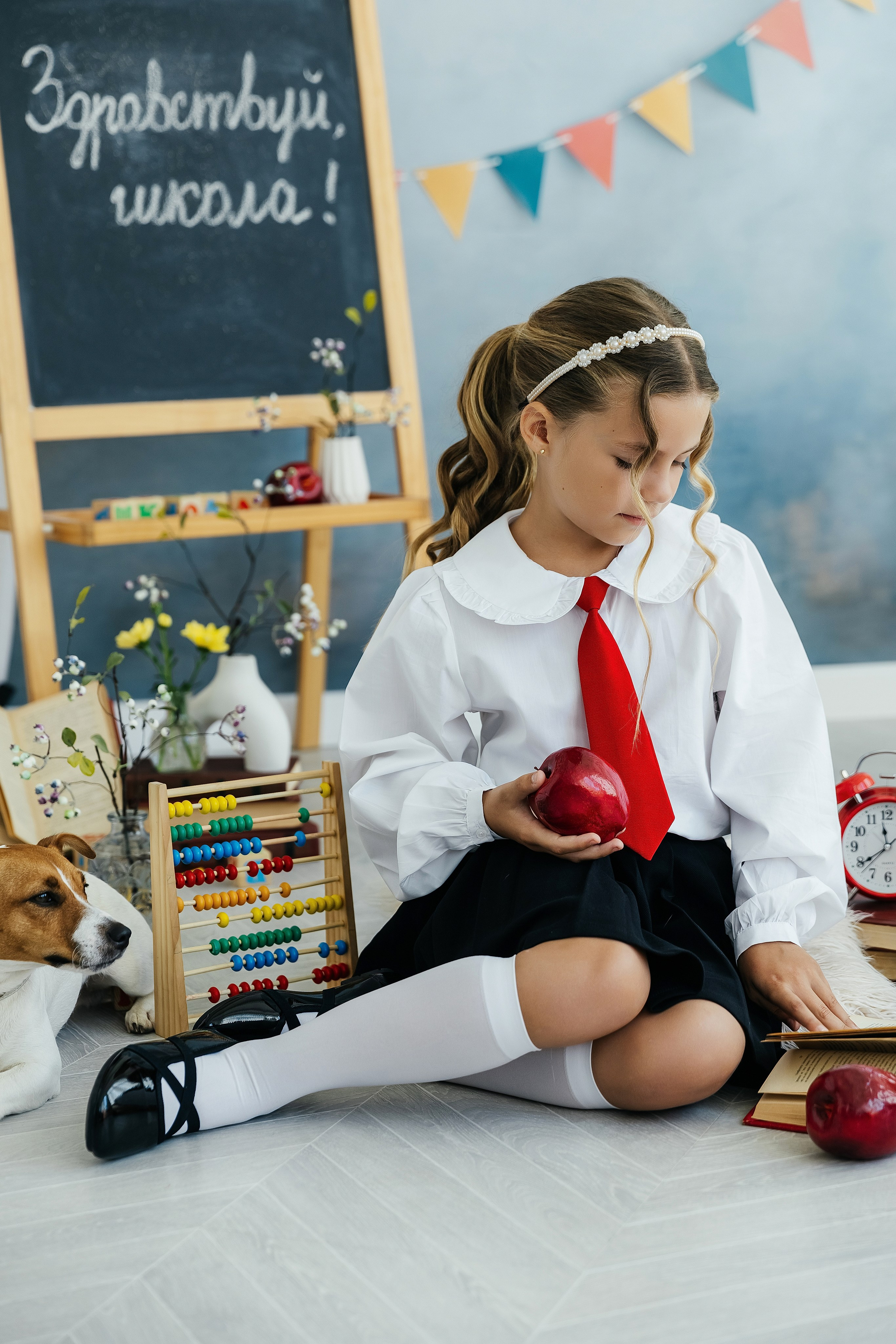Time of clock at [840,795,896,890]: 11:39
